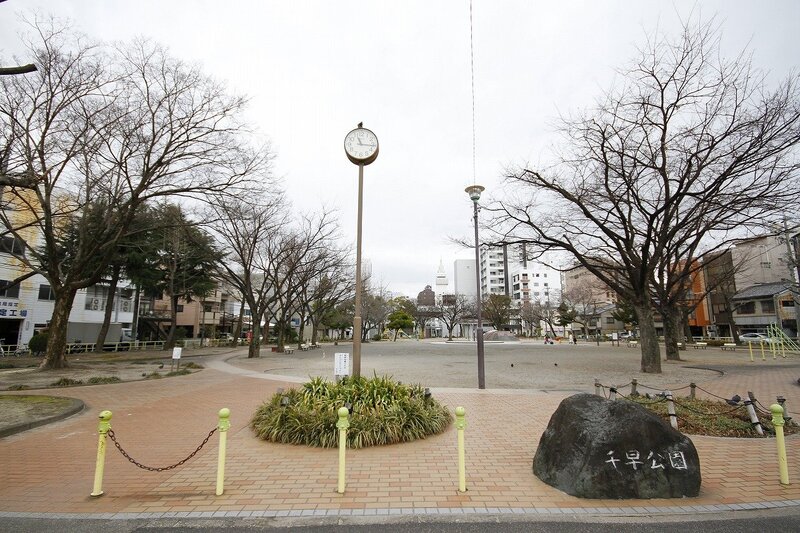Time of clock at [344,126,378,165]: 11:16
